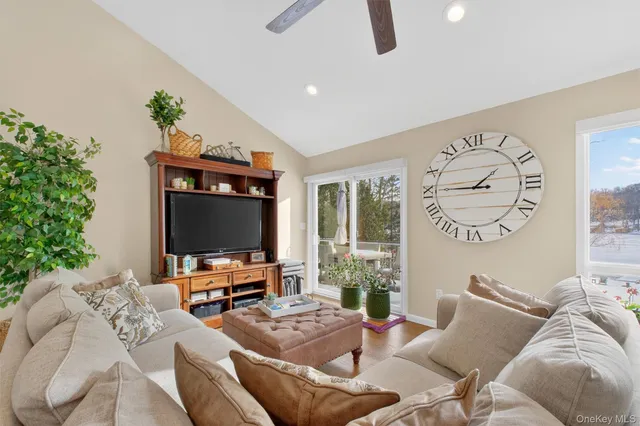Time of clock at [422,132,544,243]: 1:45
